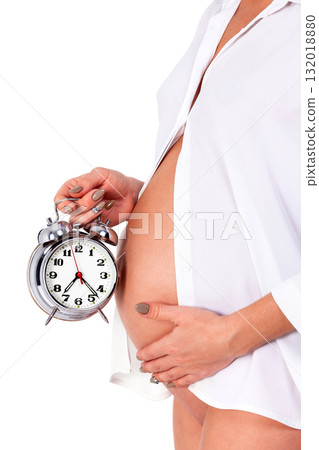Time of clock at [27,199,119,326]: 7:22
